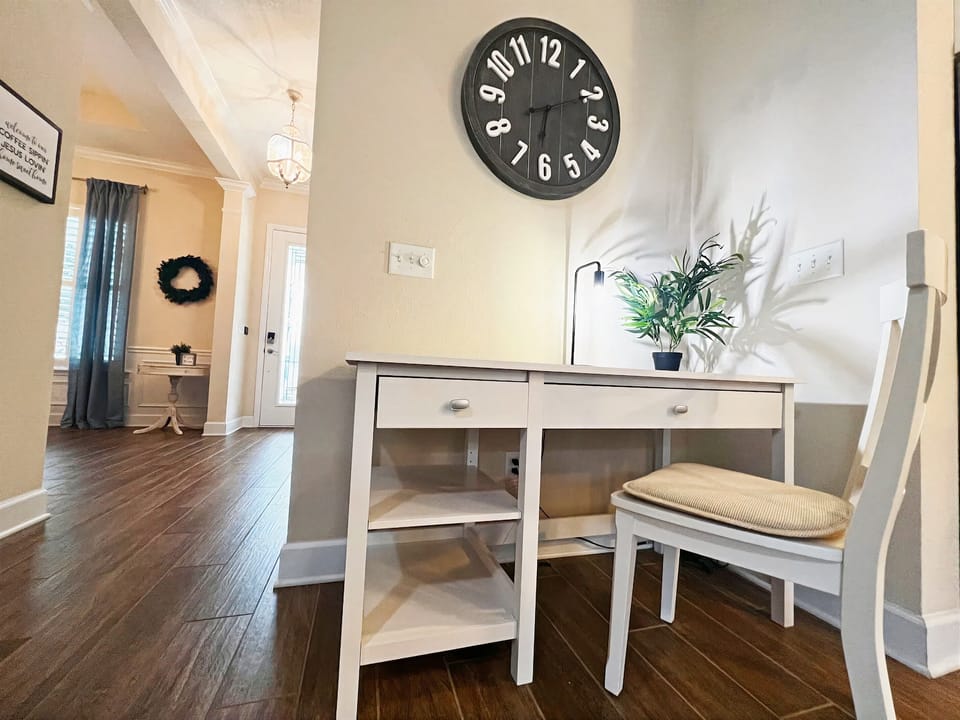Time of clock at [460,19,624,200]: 6:10
